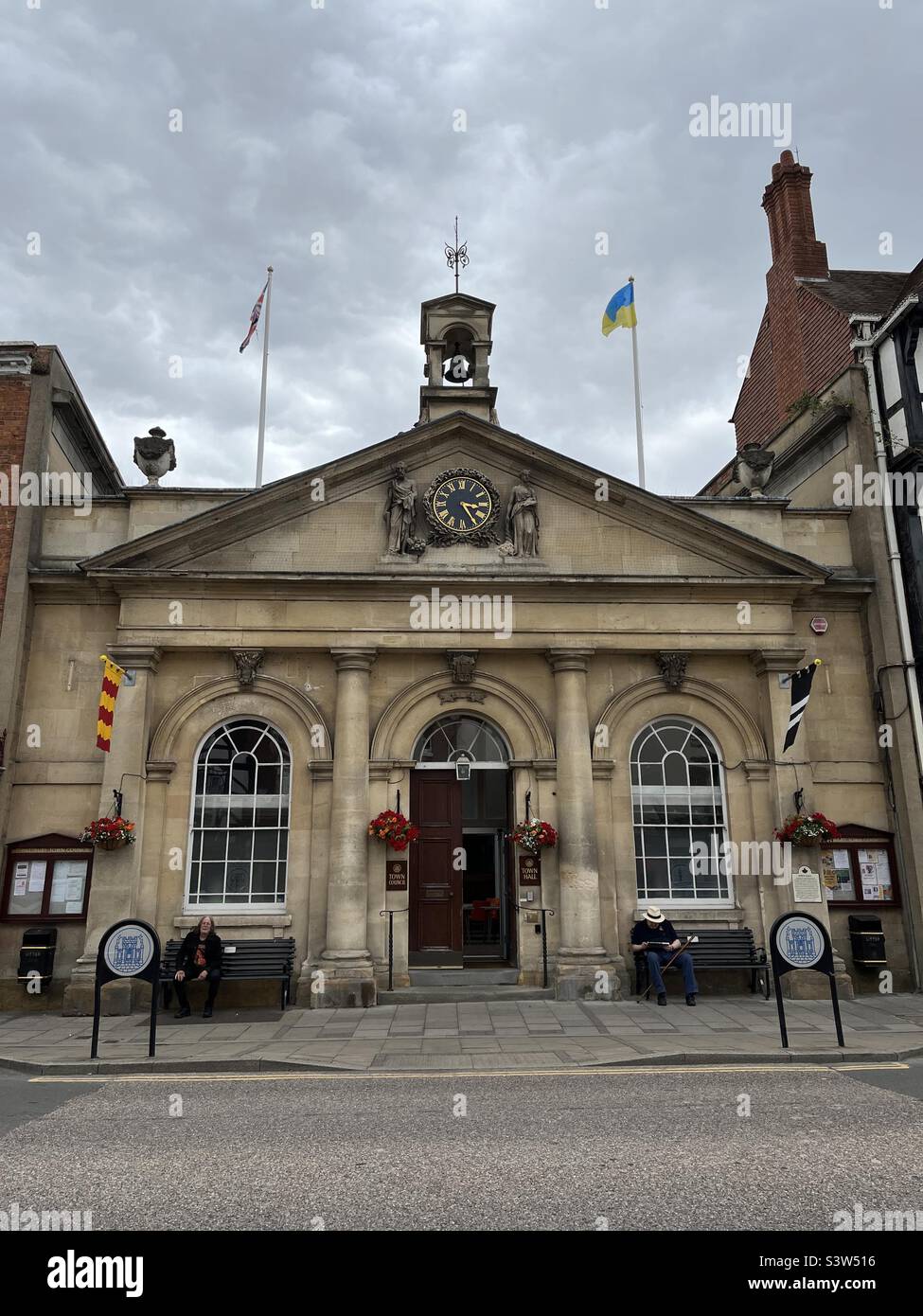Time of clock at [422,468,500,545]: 3:24
